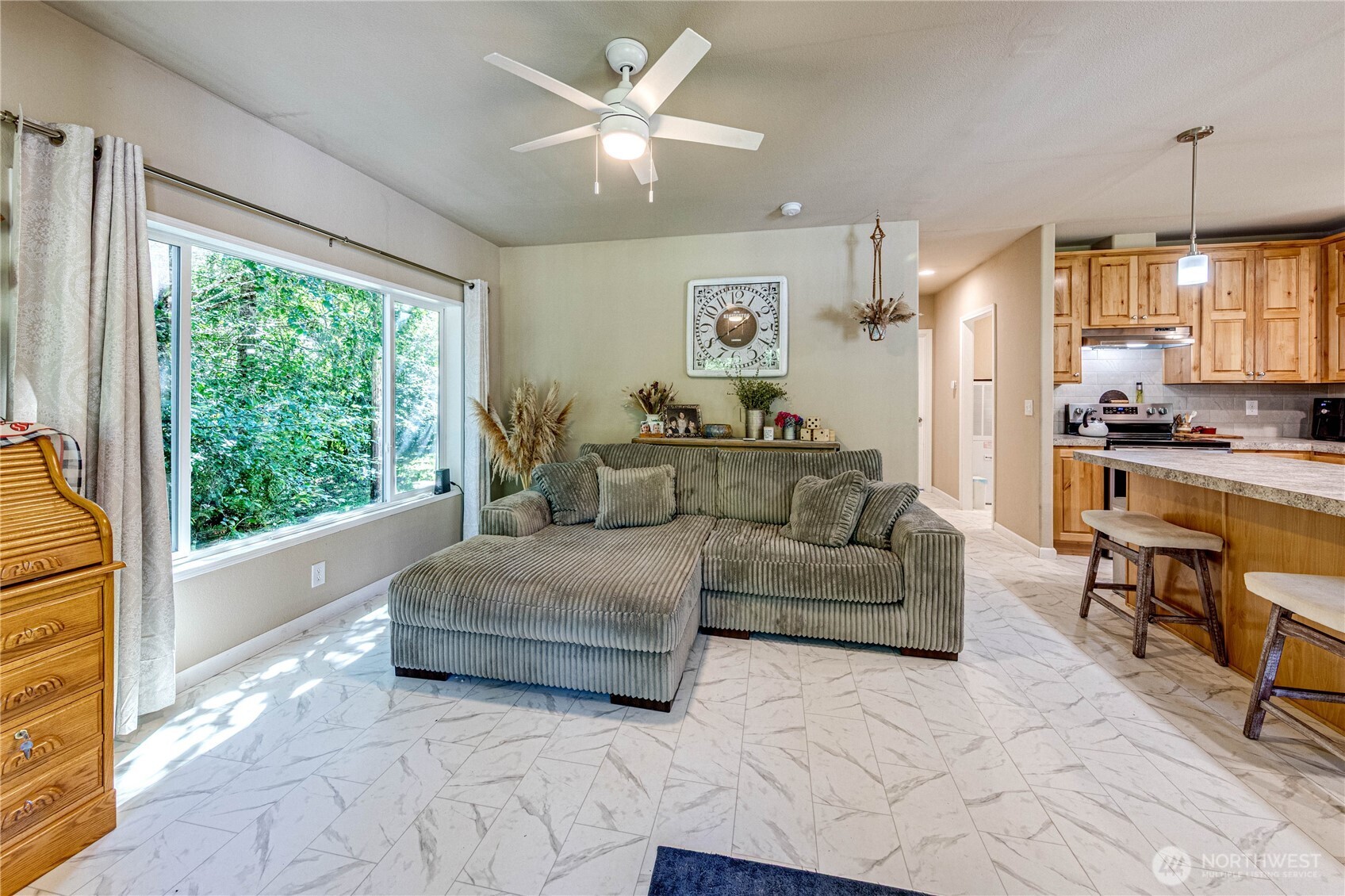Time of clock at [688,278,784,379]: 1:40
